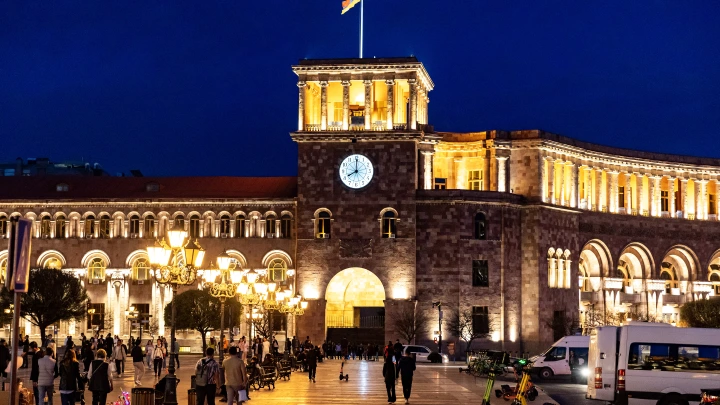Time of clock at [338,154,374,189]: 8:00
